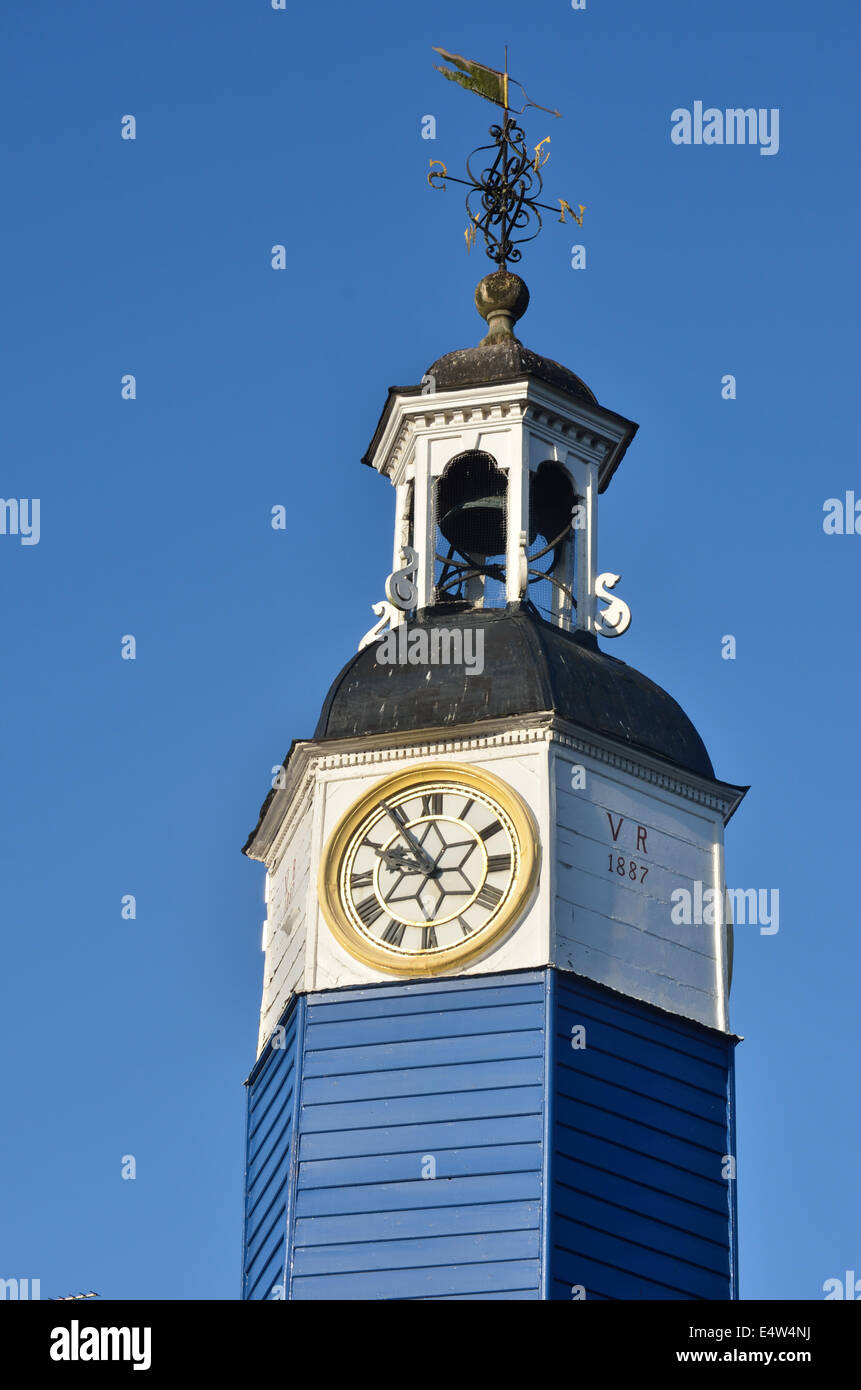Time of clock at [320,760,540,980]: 9:54
